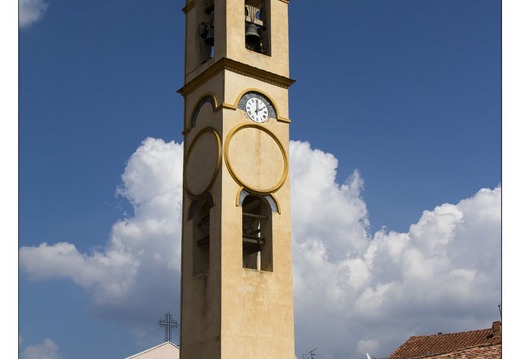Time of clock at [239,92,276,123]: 2:00
